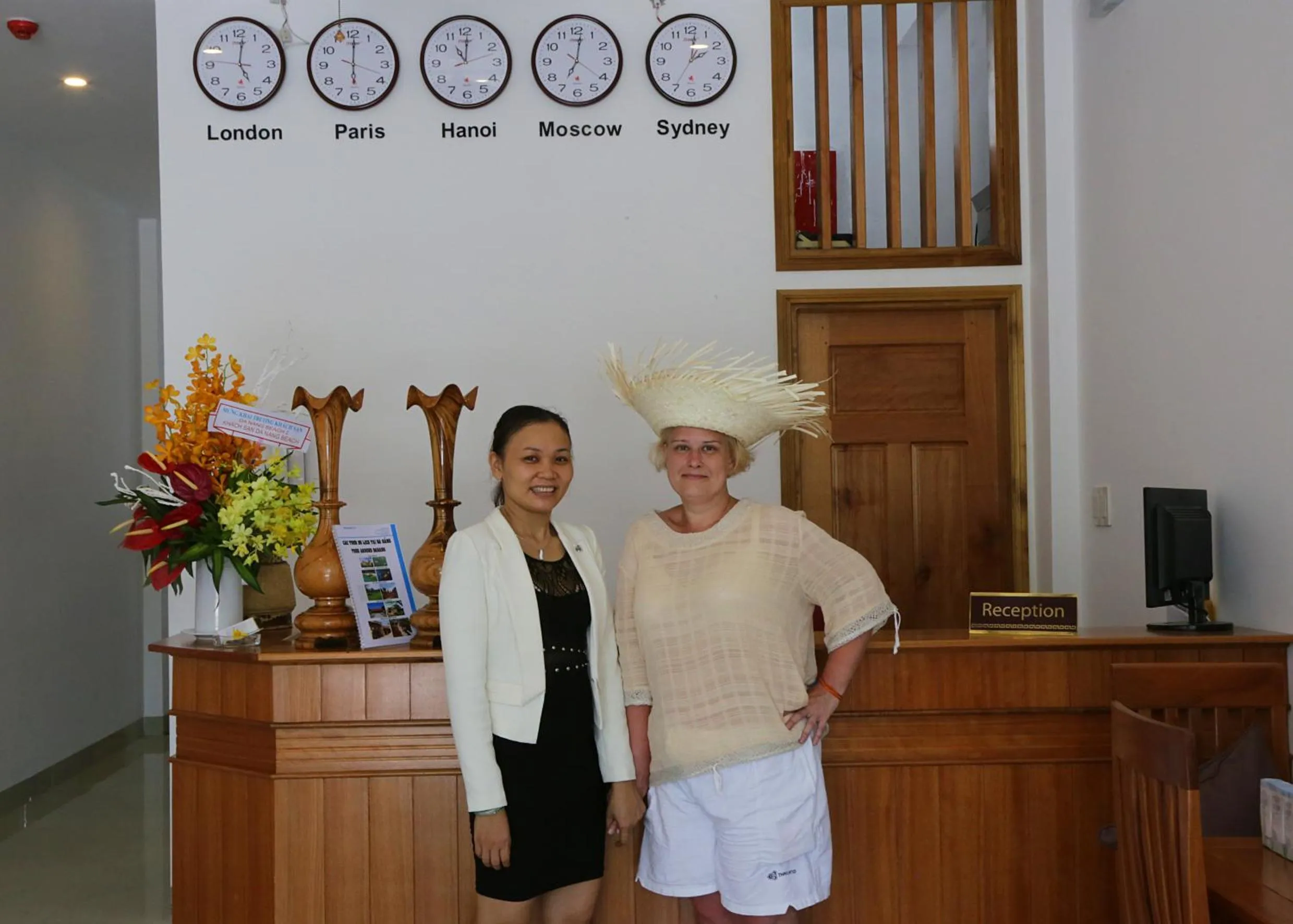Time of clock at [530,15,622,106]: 7:01
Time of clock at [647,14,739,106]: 2:01
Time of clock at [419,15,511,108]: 11:00
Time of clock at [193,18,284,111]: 5:01
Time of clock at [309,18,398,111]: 6:00
